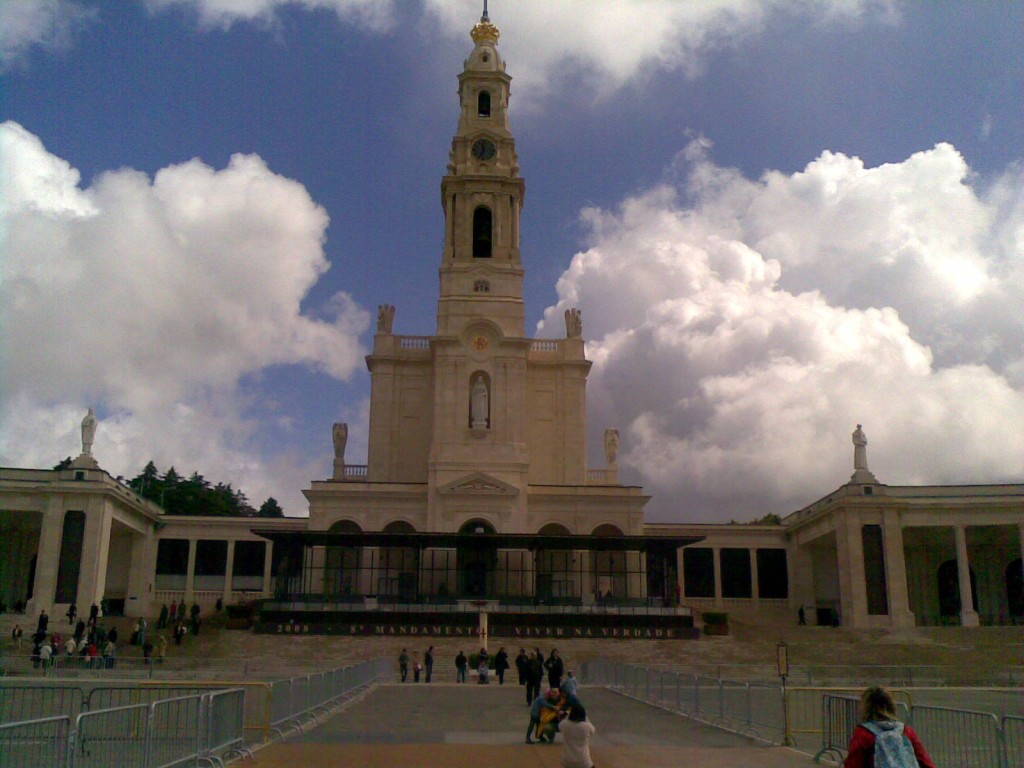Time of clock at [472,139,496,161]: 11:35
